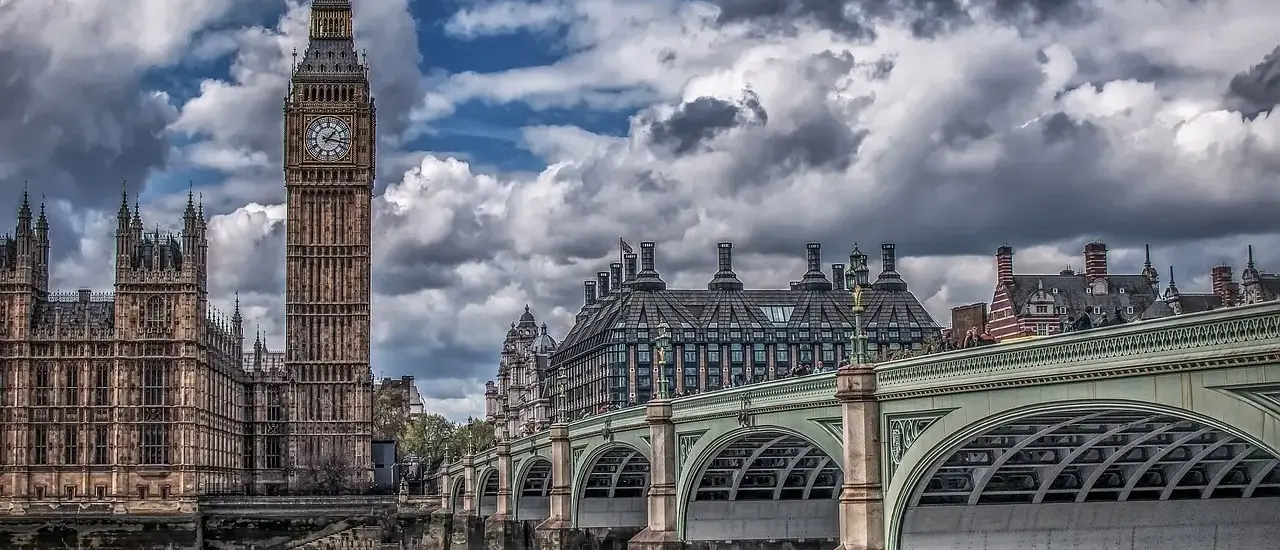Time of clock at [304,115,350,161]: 1:16
